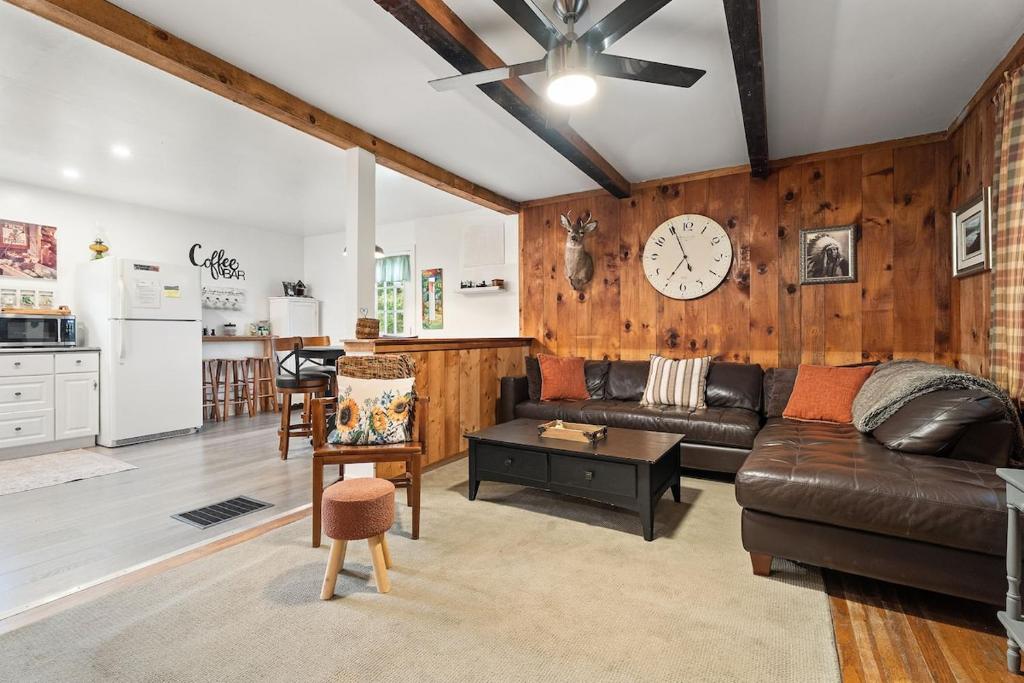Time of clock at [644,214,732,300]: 6:55
